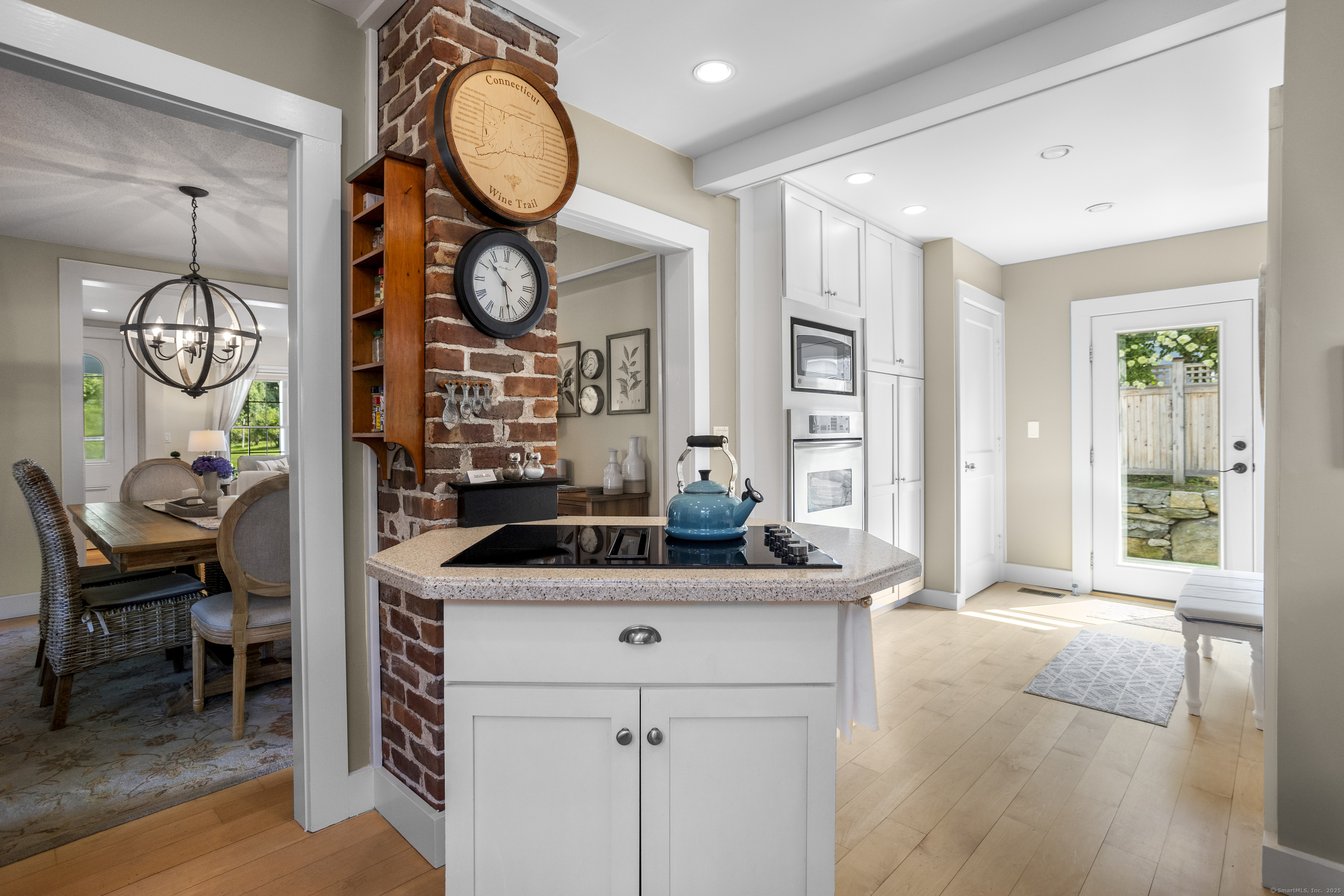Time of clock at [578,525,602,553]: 7:37
